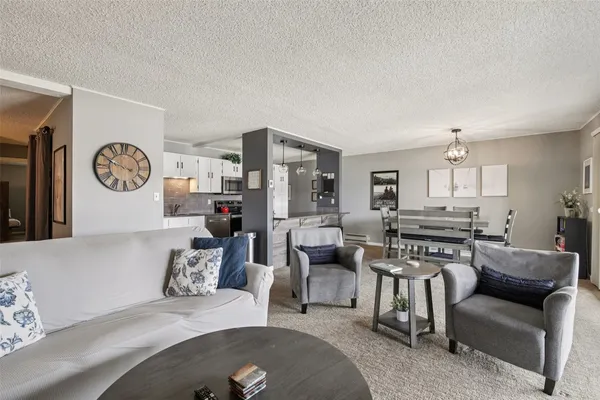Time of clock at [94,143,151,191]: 3:49
